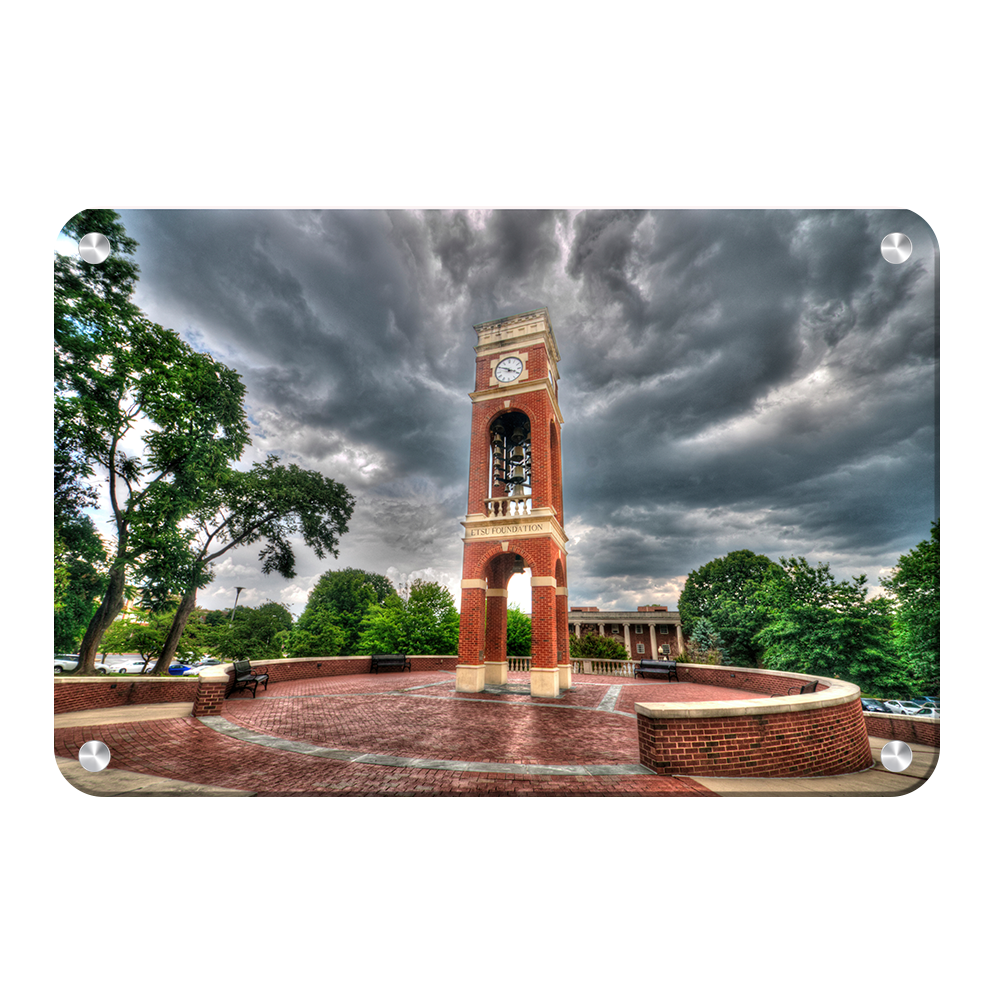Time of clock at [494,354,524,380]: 3:49
